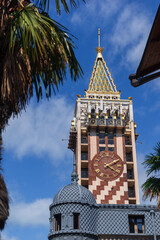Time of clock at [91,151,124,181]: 4:09
